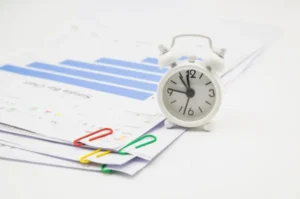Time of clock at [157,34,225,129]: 11:46
